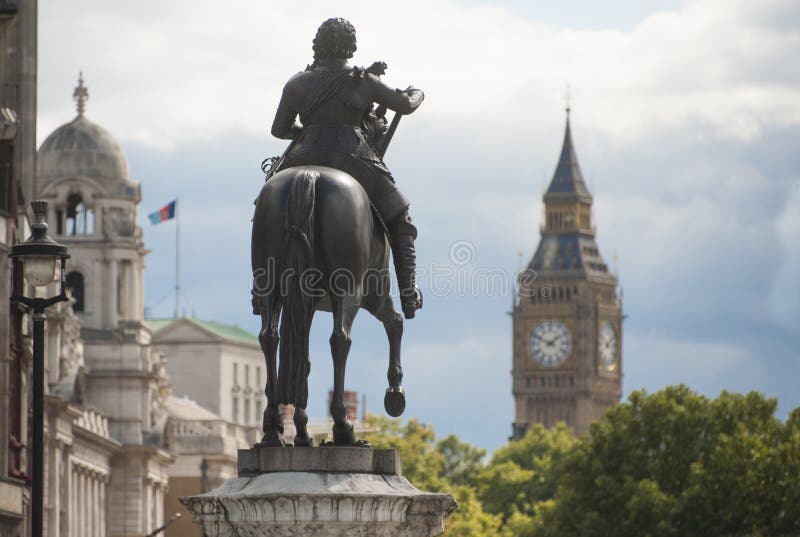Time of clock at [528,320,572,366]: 1:49
